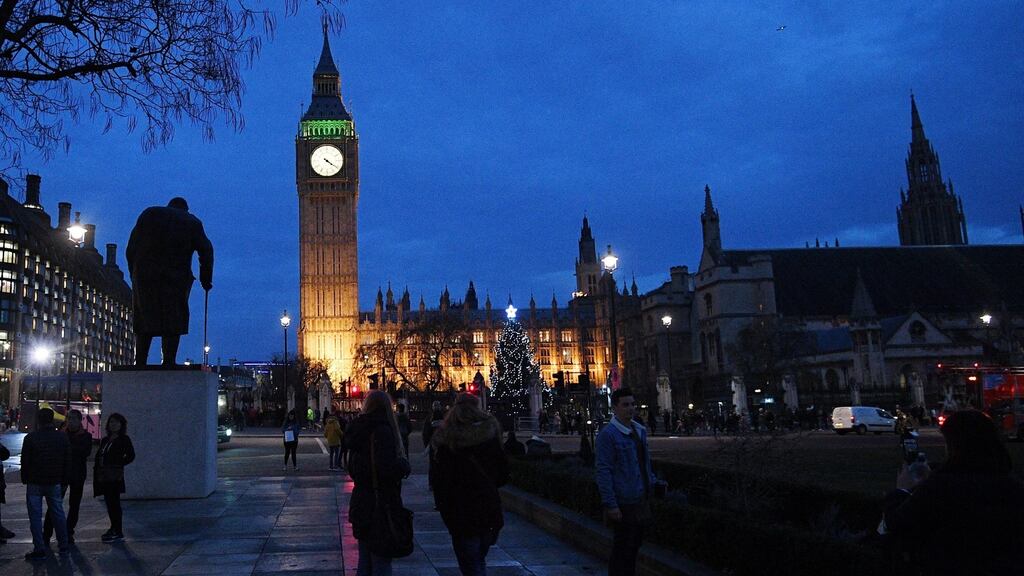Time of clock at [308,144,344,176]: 4:20
